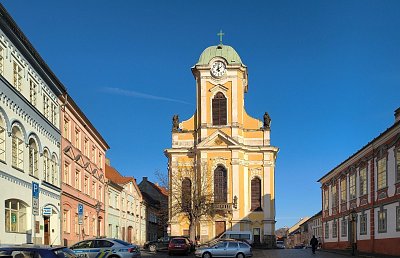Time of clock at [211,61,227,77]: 12:07
